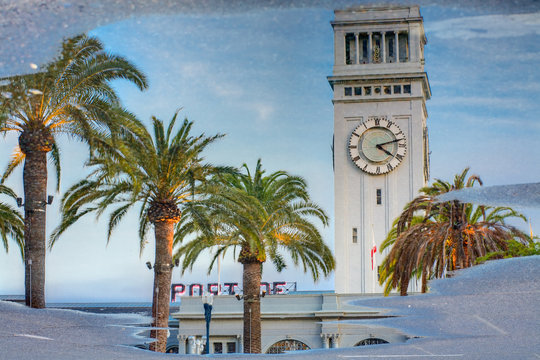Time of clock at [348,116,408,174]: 4:12
